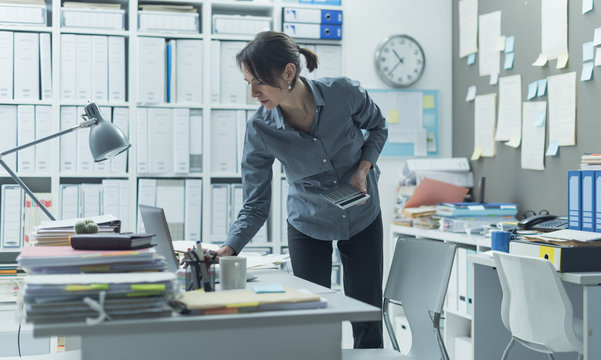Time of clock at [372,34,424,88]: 10:36
